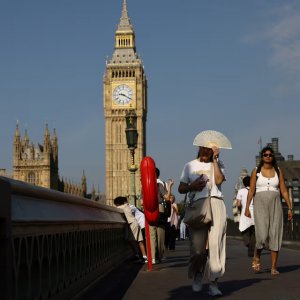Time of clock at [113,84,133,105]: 9:20
